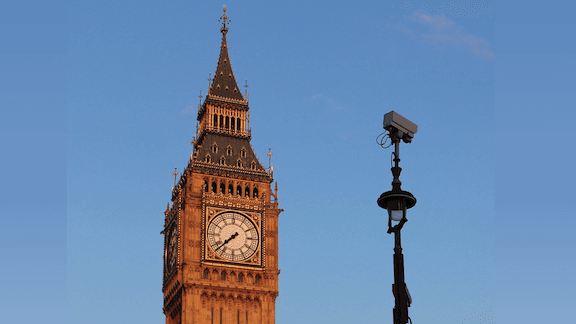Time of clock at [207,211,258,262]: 7:37
